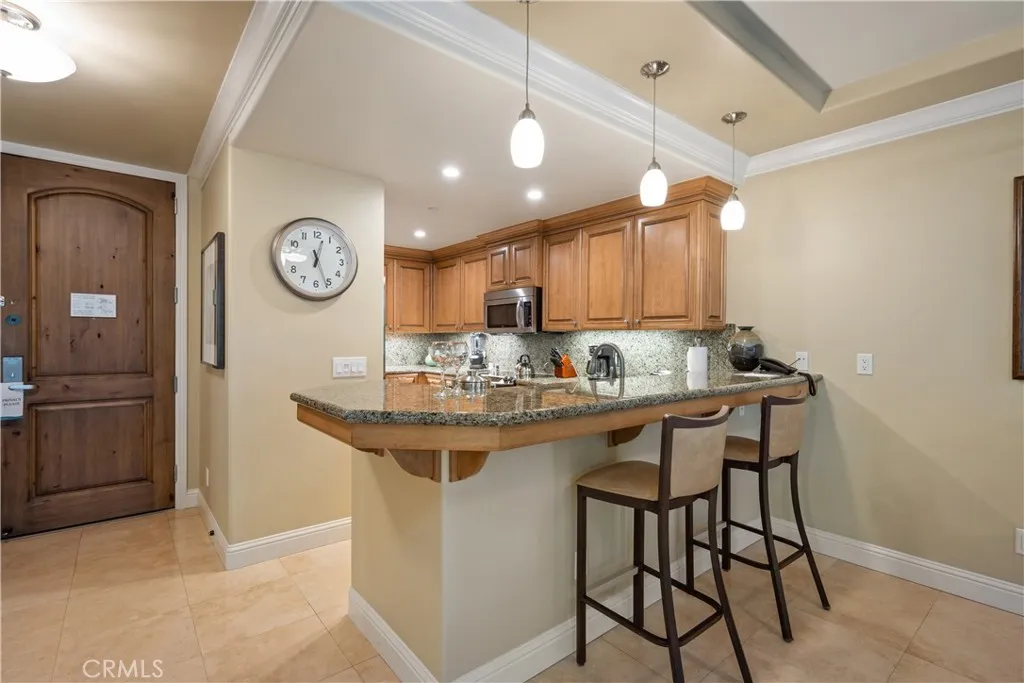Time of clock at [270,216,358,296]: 12:26
